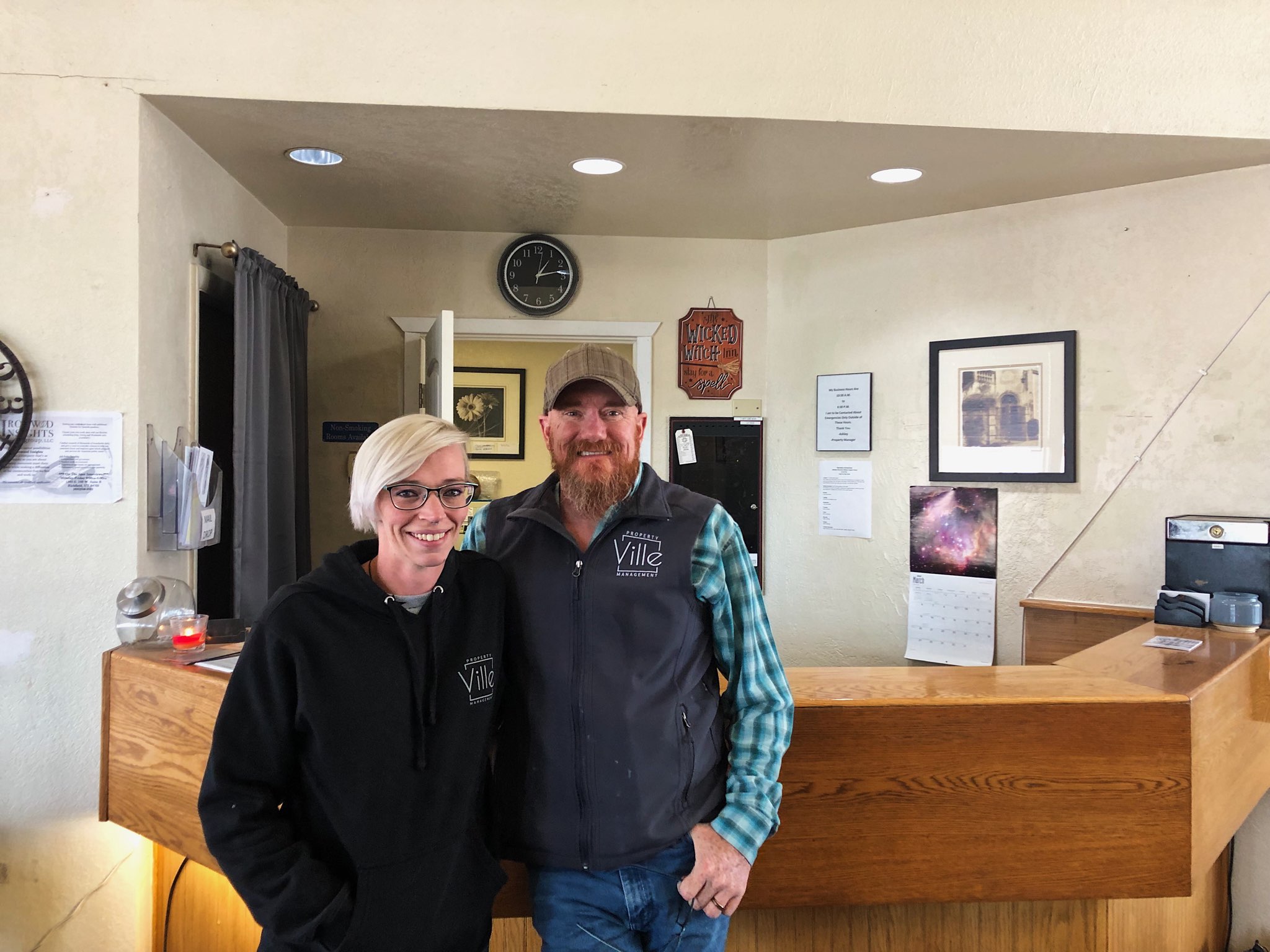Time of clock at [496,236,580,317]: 1:13
